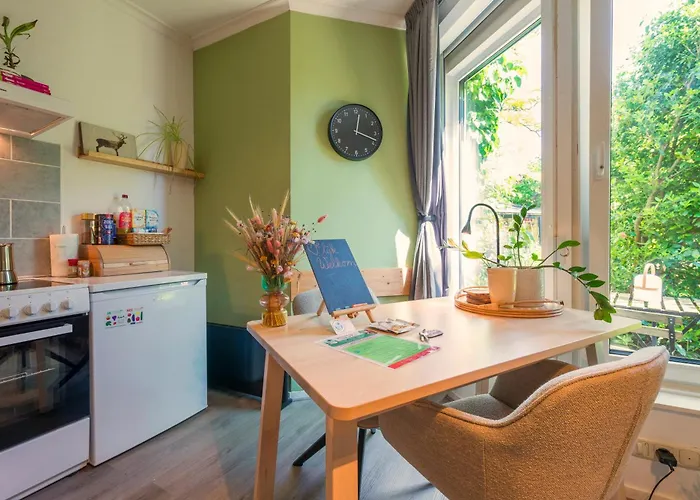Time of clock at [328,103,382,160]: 12:18
